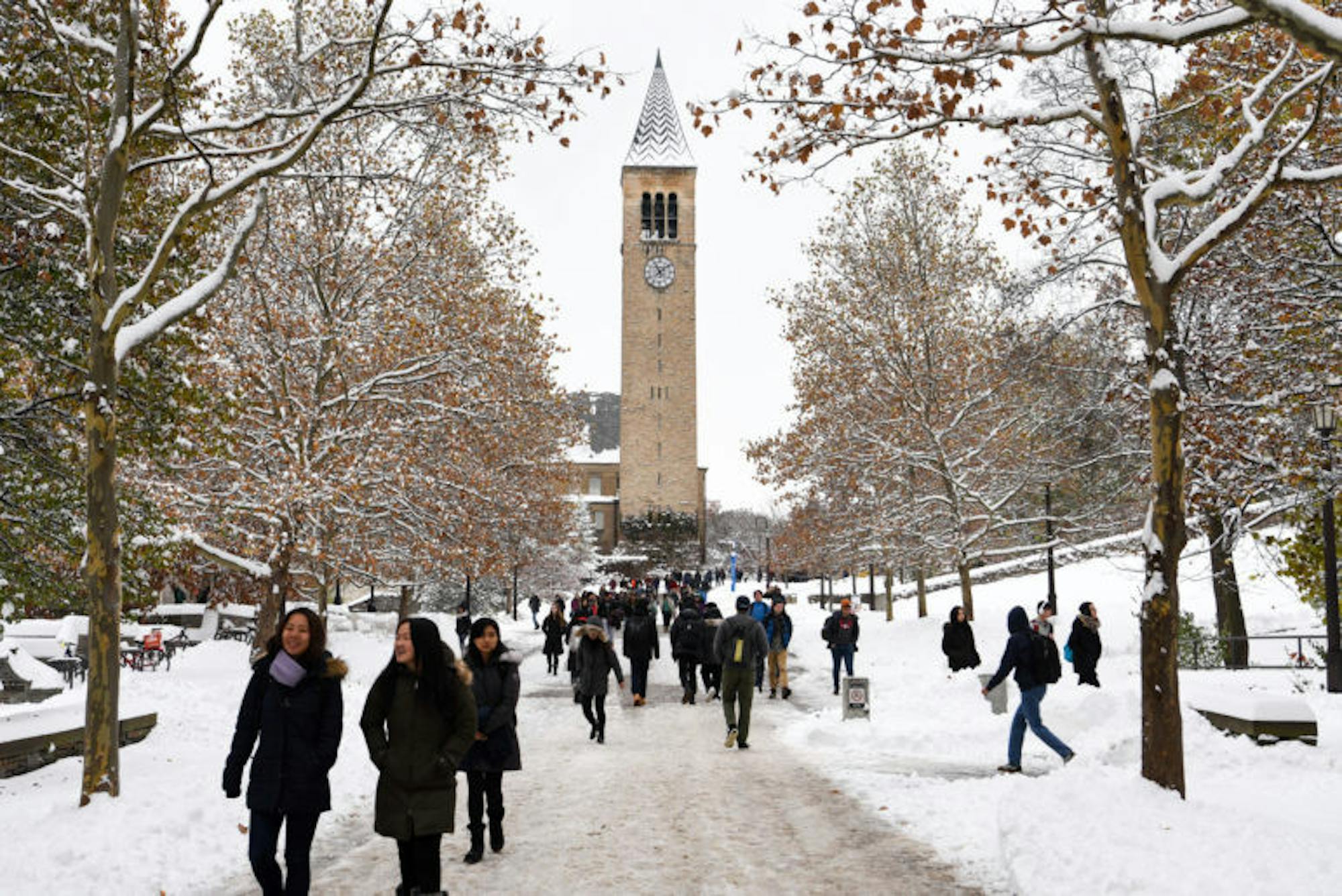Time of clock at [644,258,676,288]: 11:08
